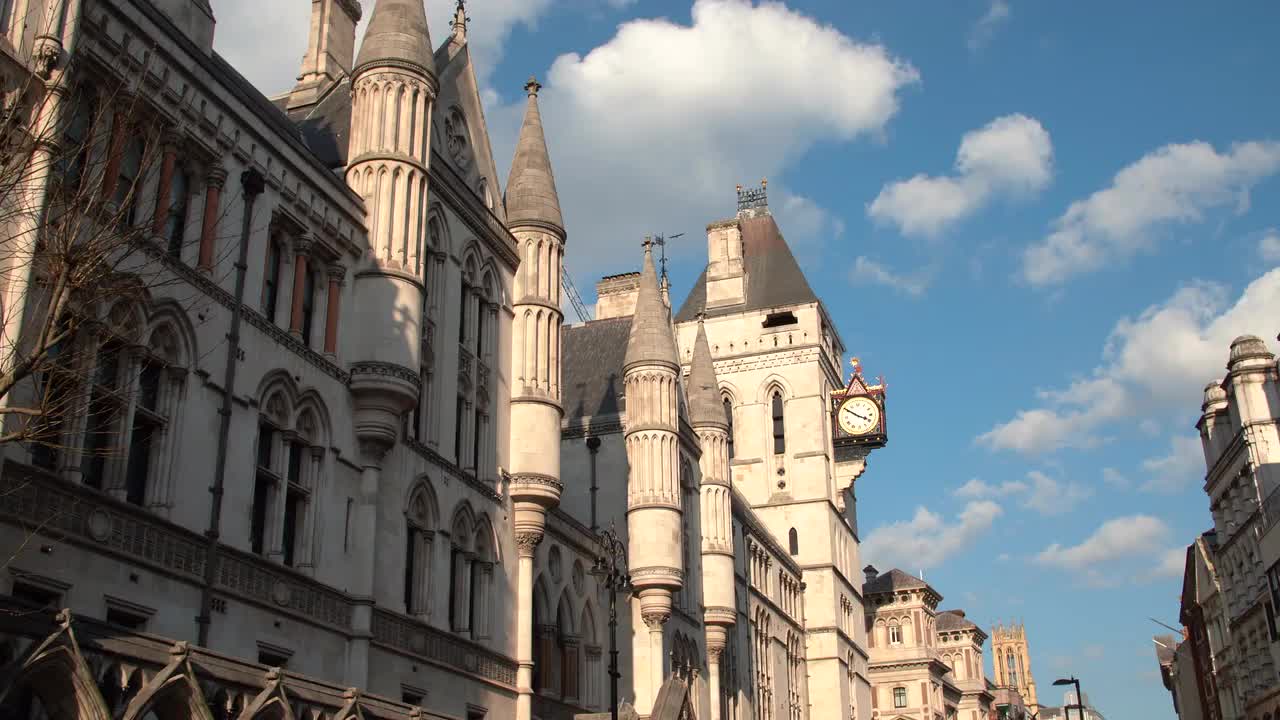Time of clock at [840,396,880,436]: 3:50
